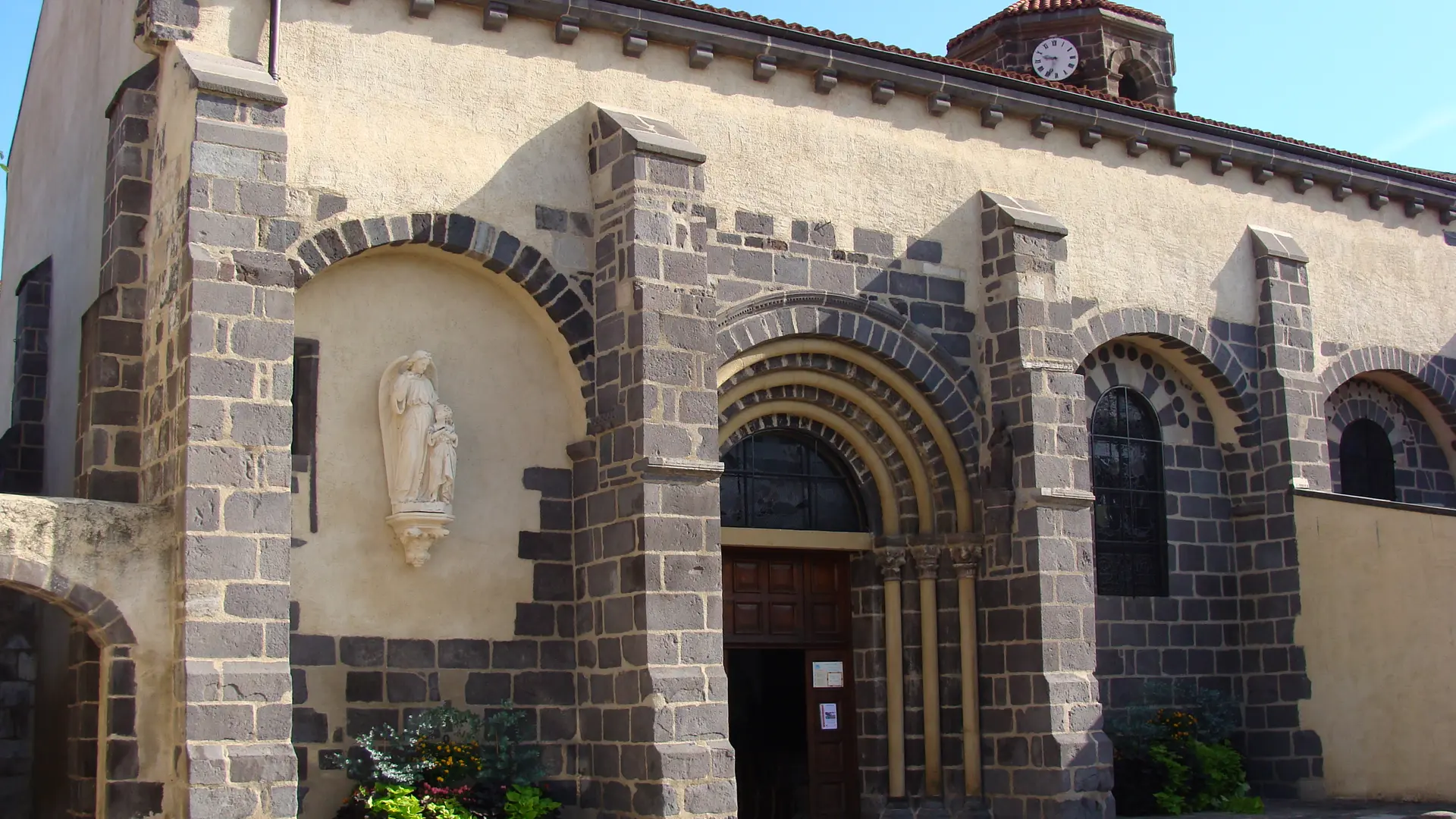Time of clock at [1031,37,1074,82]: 9:33
